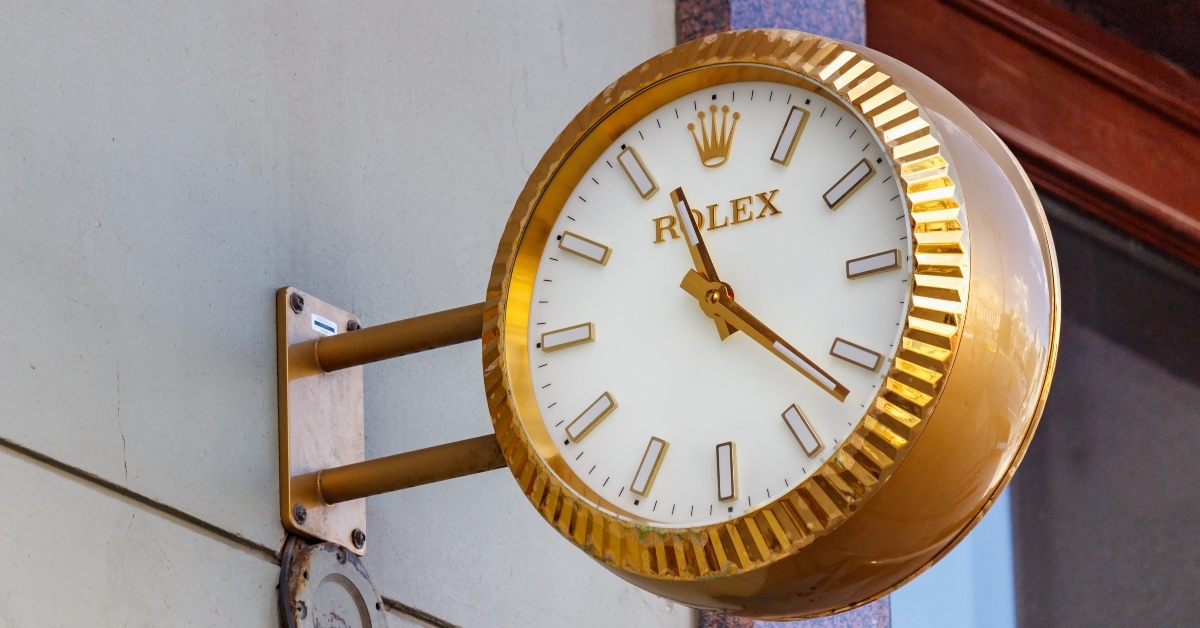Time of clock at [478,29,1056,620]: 11:21
